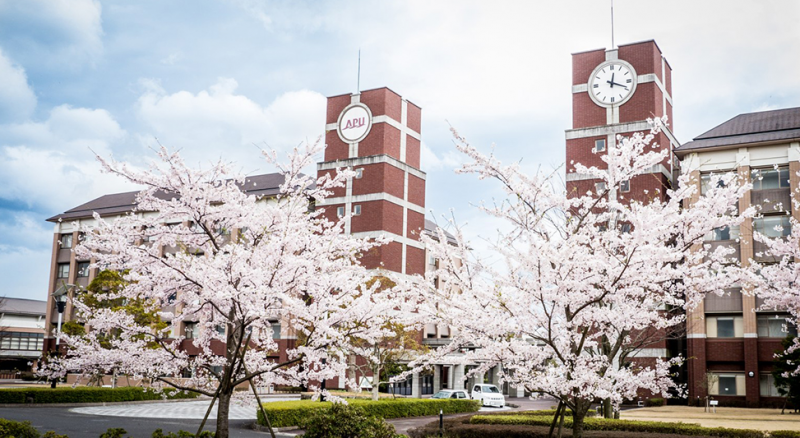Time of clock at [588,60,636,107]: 12:18
